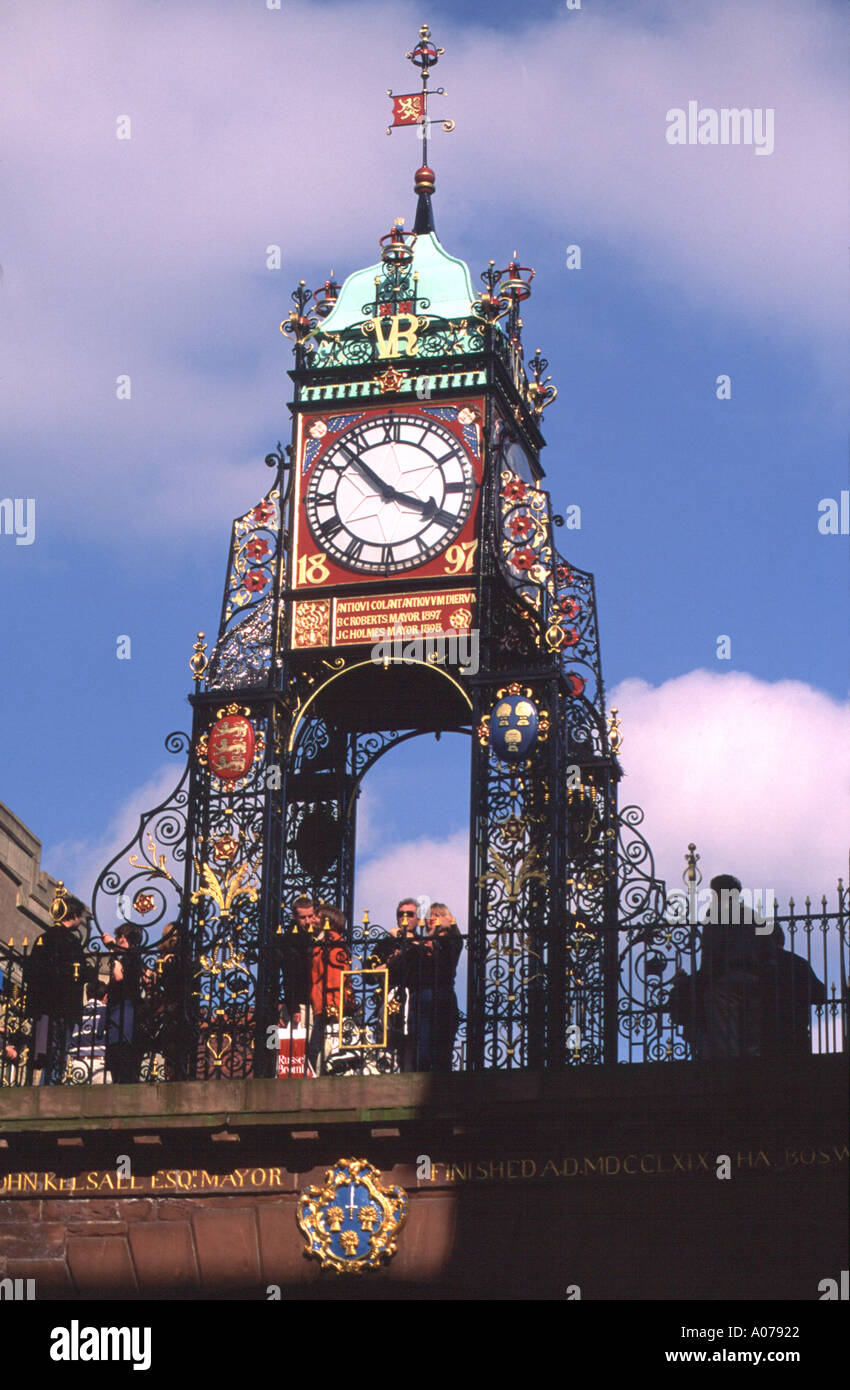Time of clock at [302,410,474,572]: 3:52
